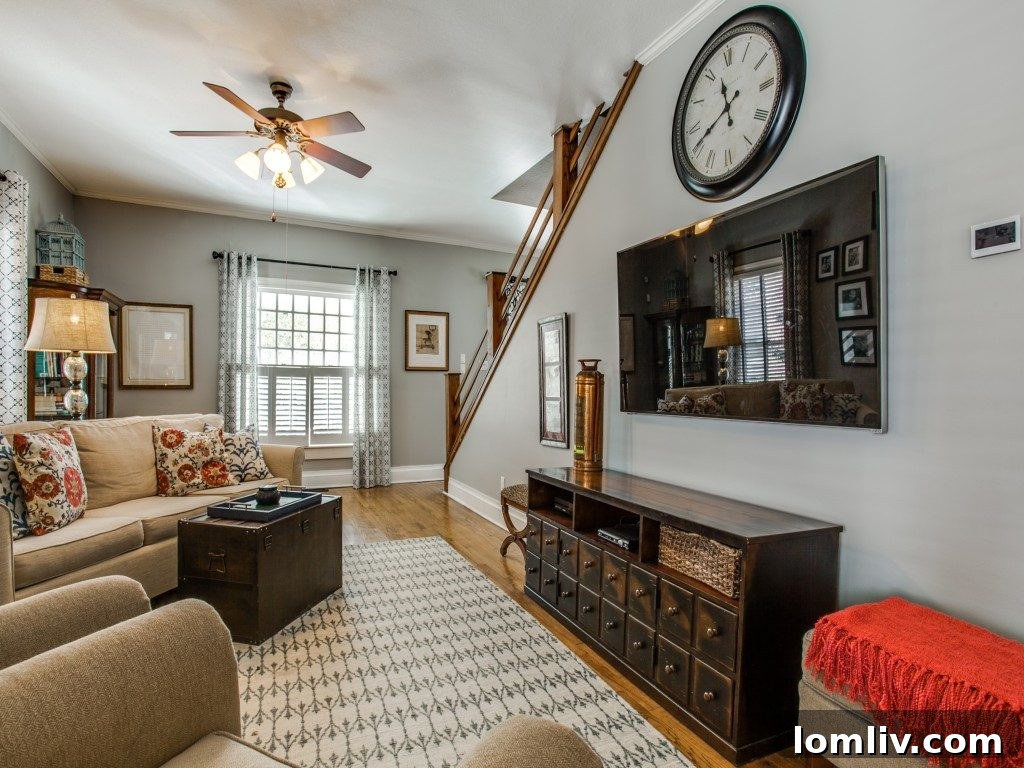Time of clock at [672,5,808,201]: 11:40
